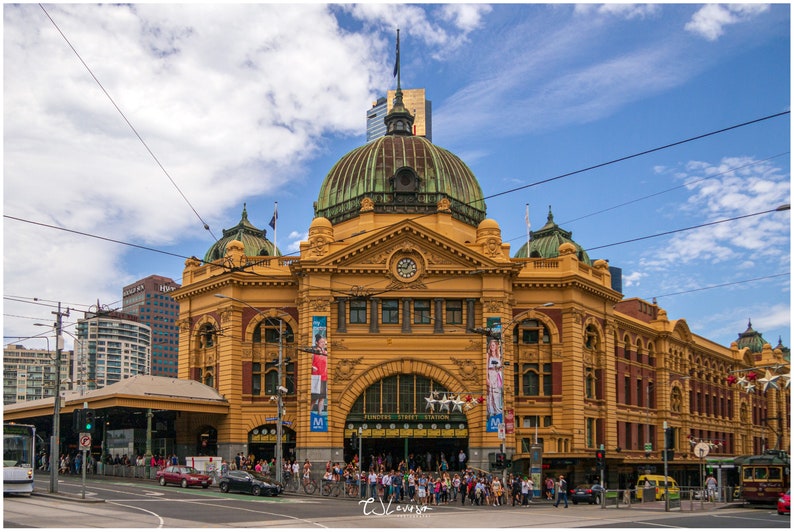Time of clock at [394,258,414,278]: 12:46
